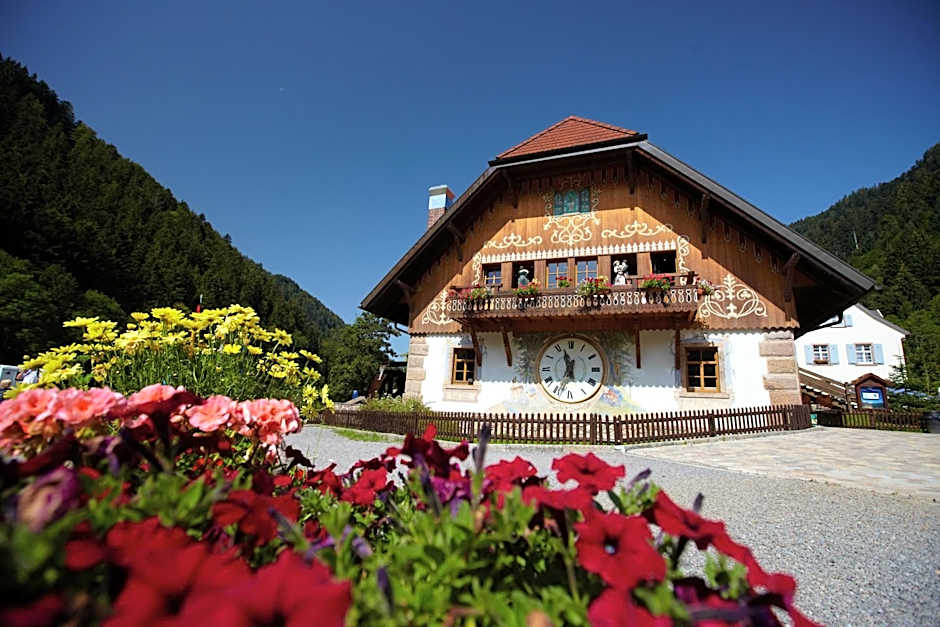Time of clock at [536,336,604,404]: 11:33
